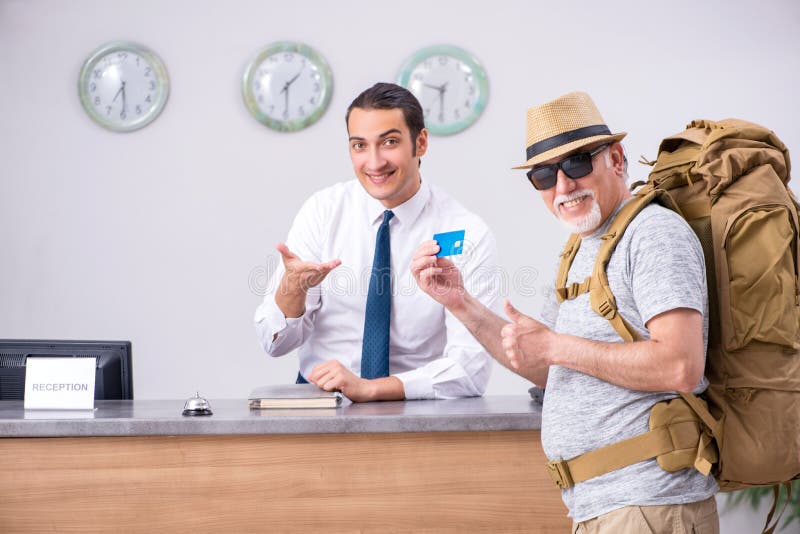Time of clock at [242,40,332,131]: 1:29
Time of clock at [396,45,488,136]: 9:30
